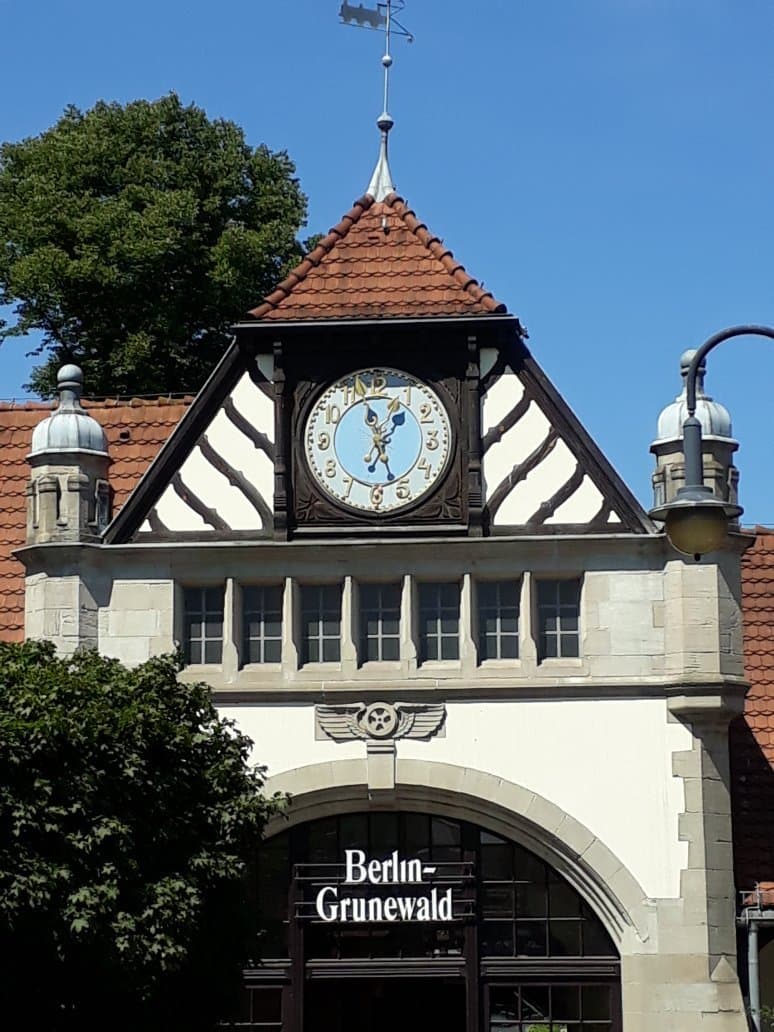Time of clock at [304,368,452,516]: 1:26
